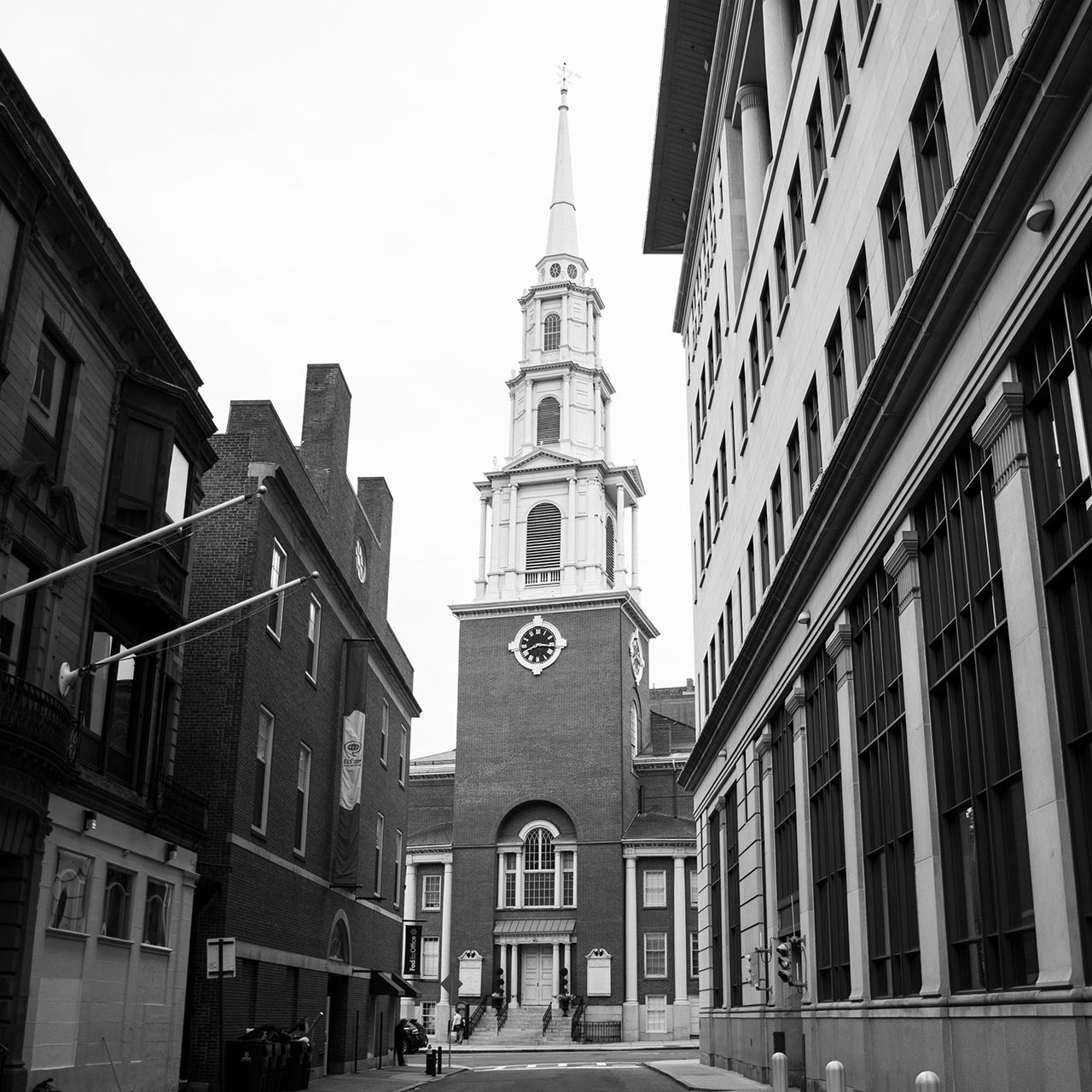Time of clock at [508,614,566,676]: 8:15
